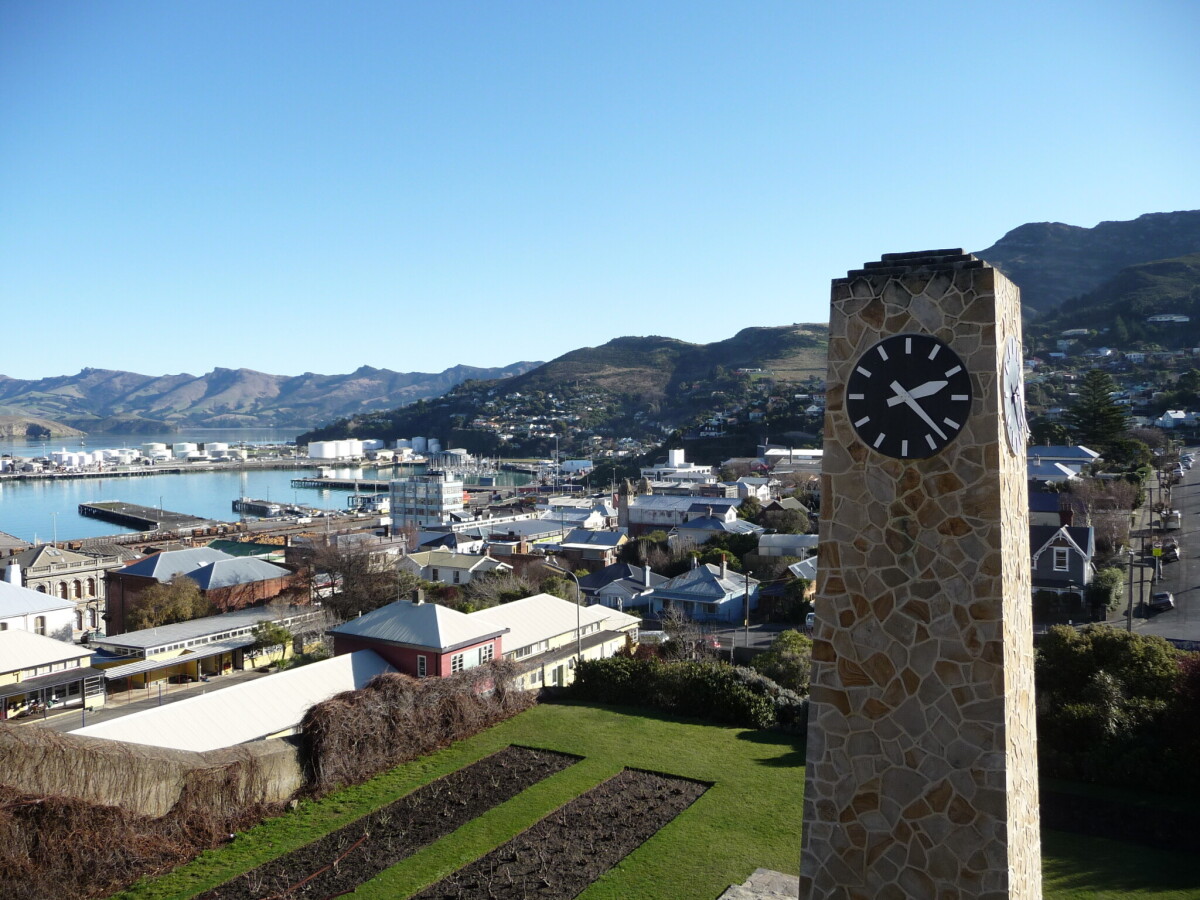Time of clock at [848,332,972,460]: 2:22
